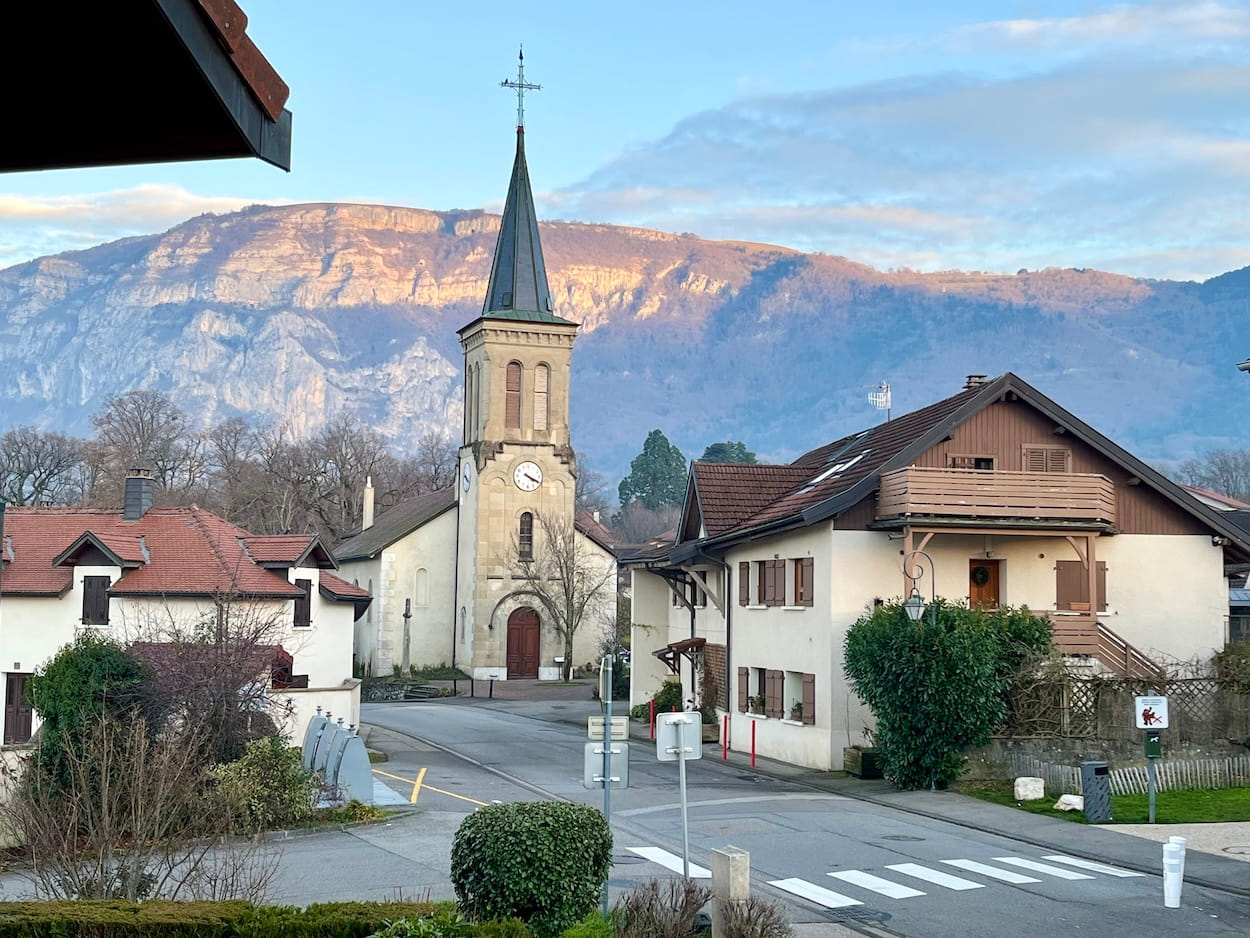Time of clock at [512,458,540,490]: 4:19
